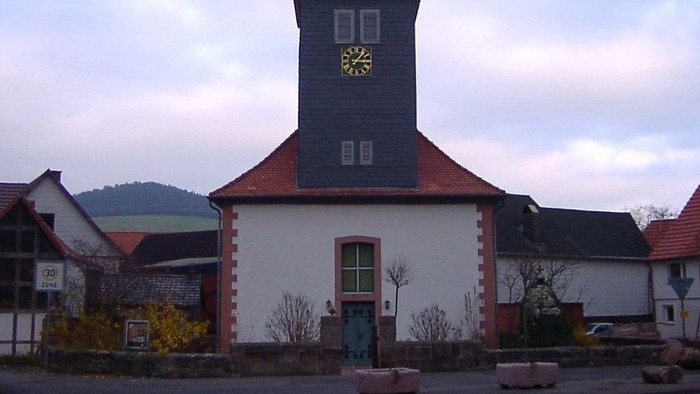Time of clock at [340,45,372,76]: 1:16
